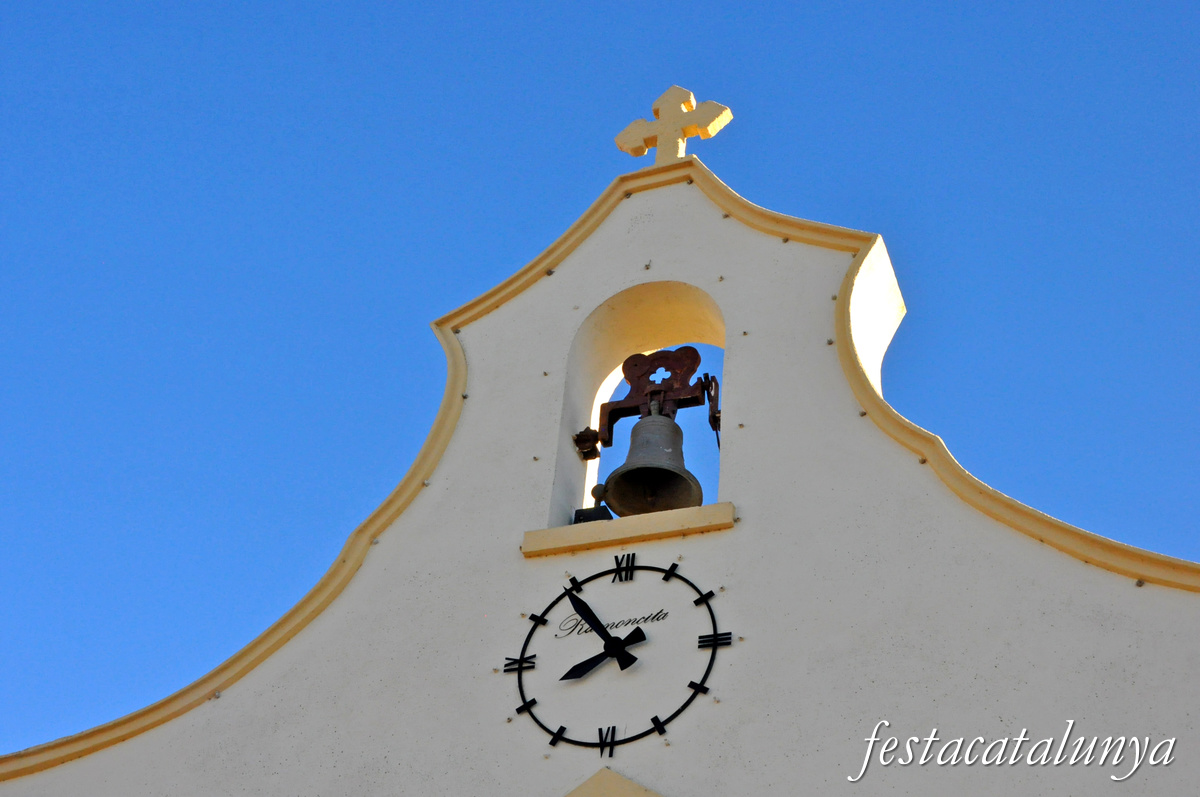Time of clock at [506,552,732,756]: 7:53
